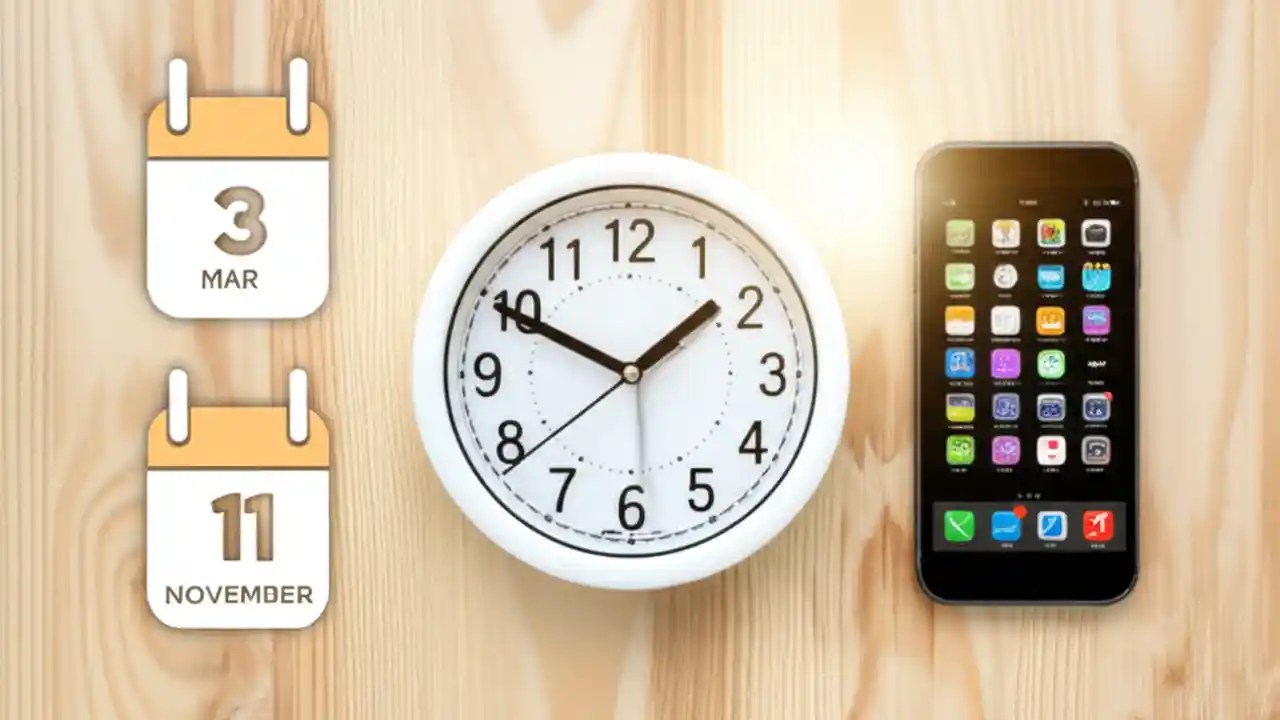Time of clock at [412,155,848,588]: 1:49
